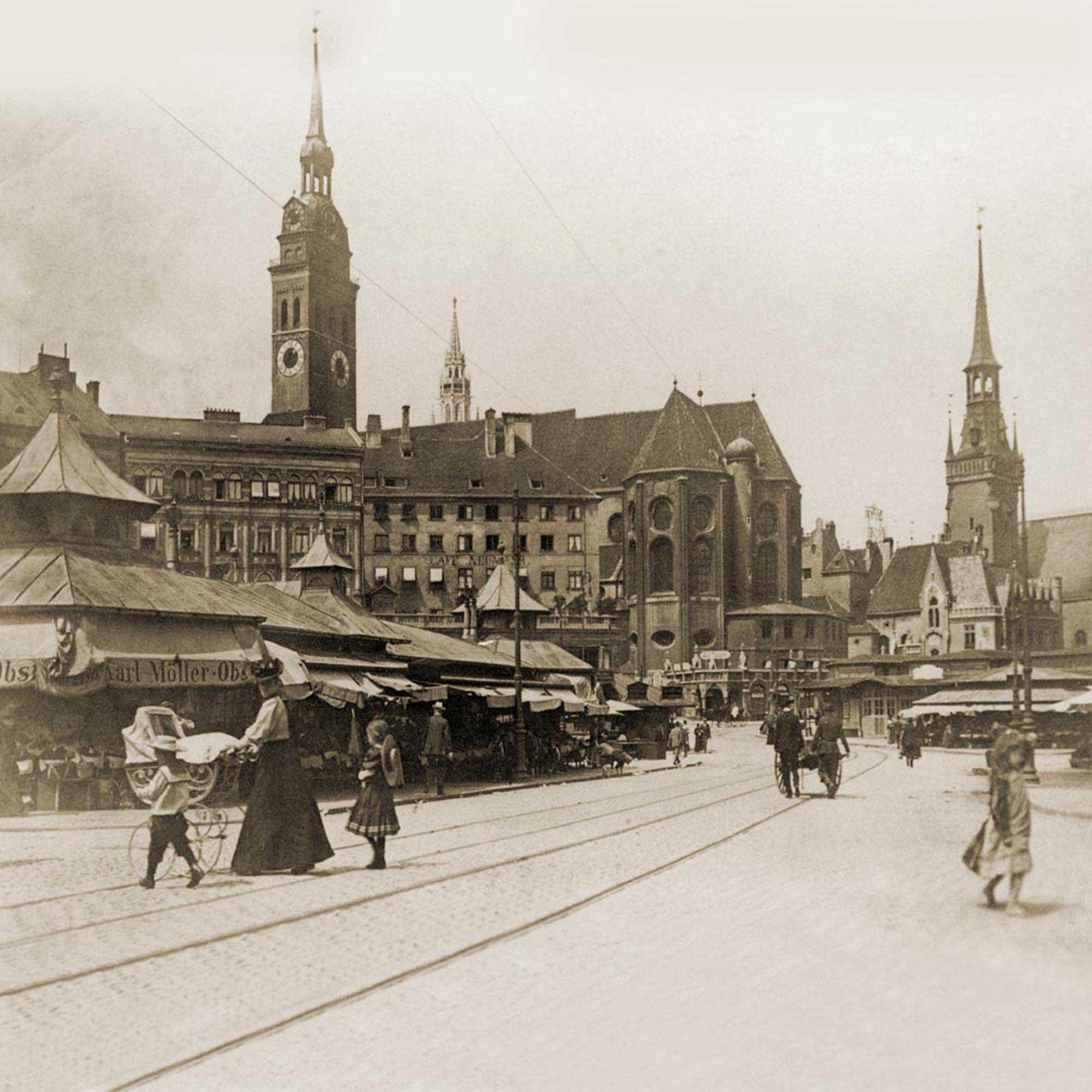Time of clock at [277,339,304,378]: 11:35
